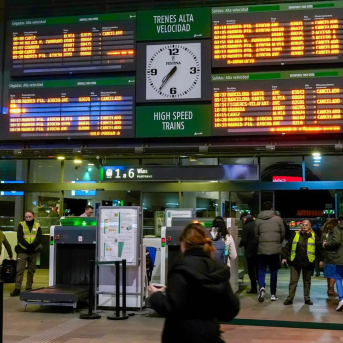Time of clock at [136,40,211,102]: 7:36
